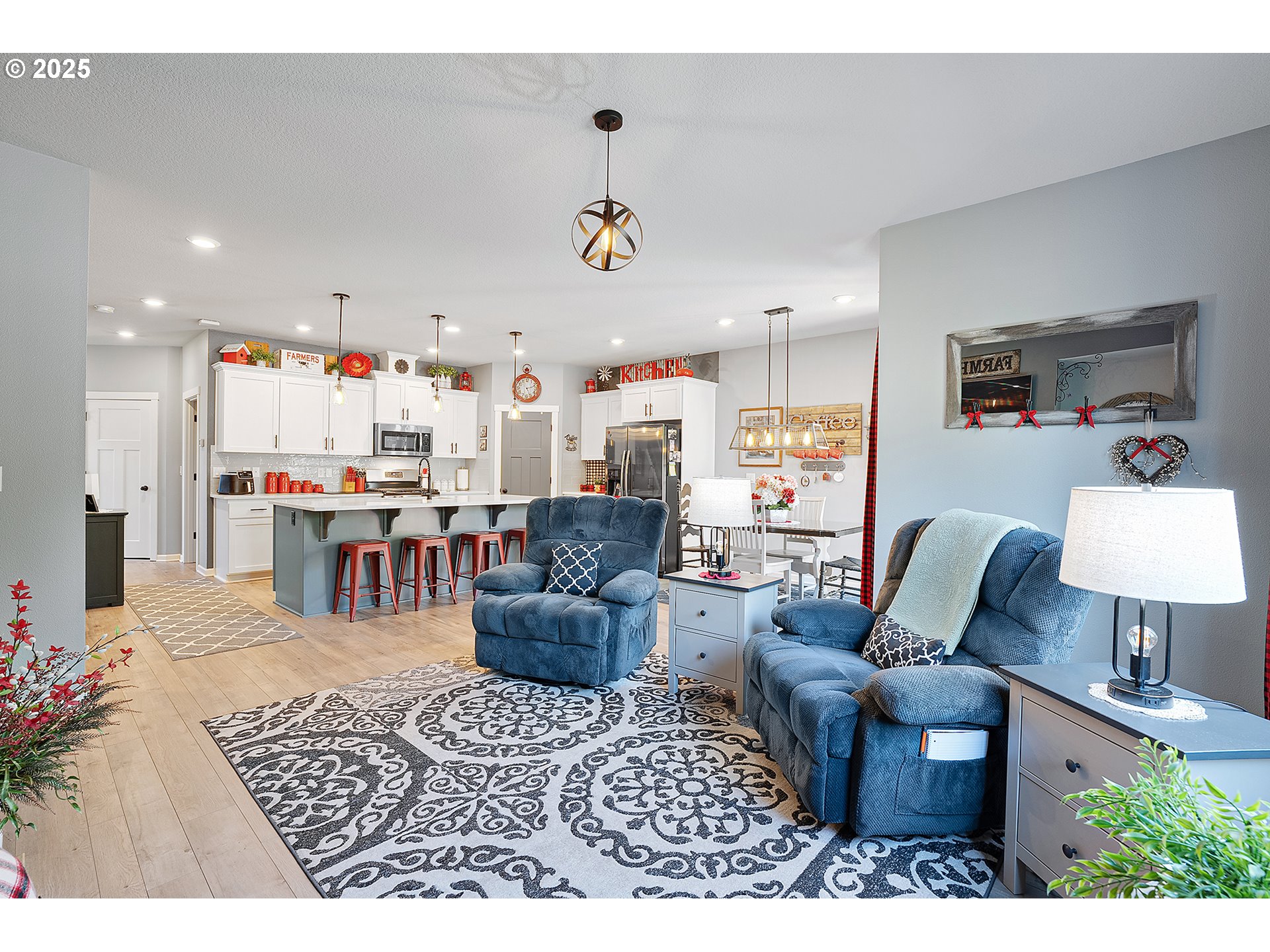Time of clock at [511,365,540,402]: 5:11
